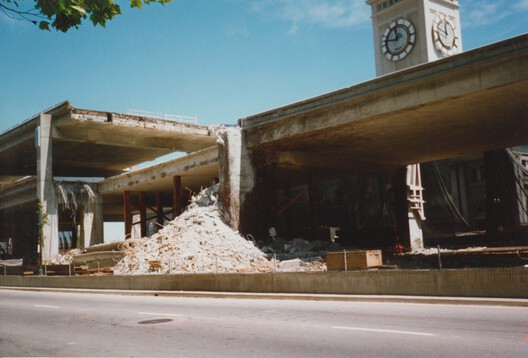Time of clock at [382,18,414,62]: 11:46
